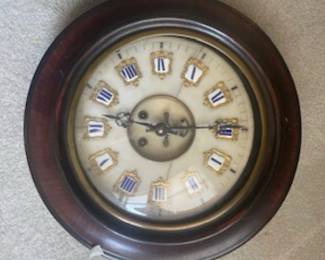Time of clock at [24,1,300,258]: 9:14
